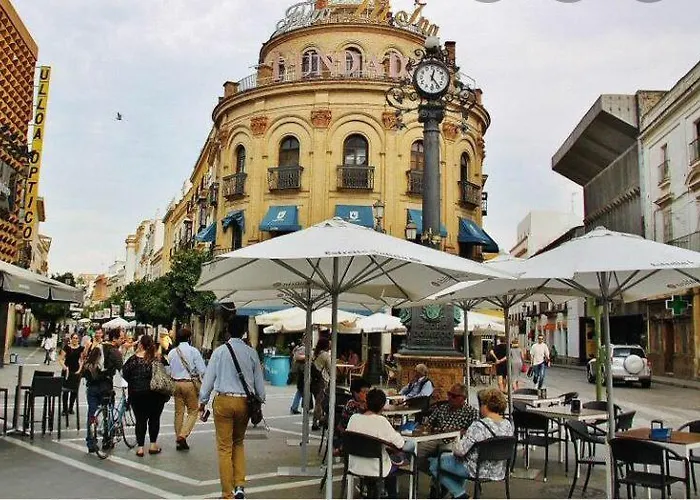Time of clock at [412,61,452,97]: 12:23
